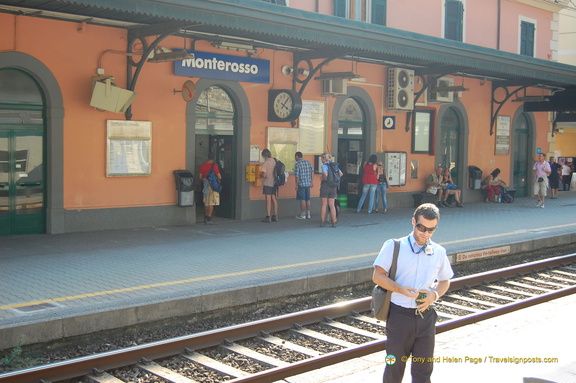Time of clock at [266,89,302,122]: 4:07
